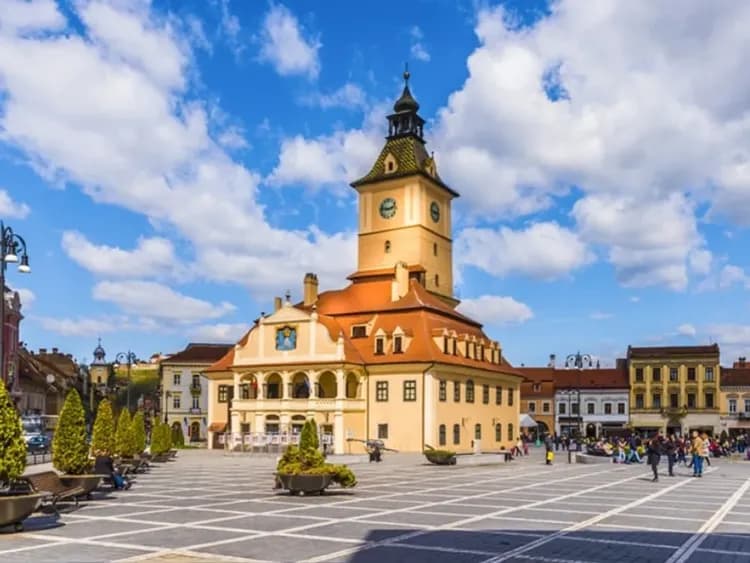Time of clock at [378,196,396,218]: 2:46
